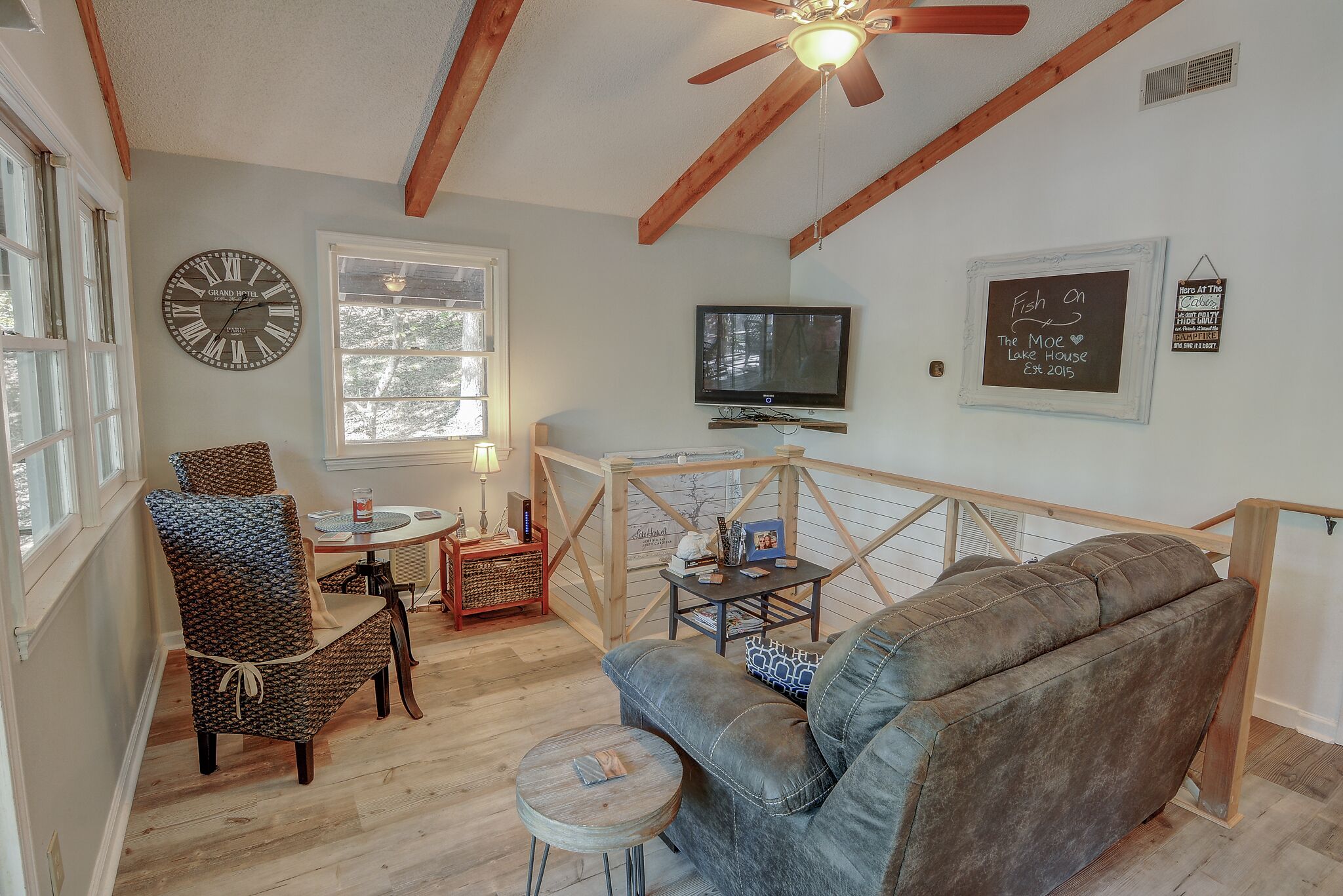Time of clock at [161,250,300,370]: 2:35
